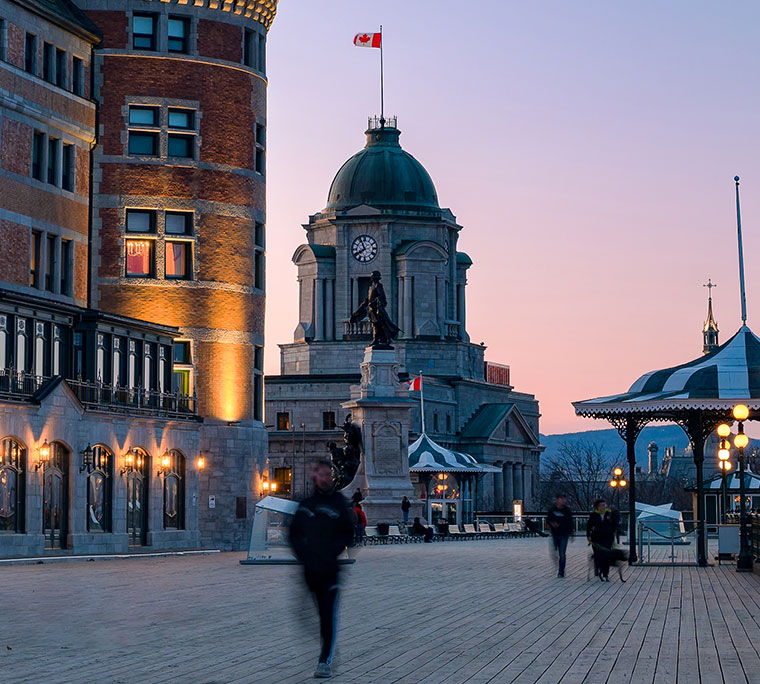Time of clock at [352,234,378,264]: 7:55
